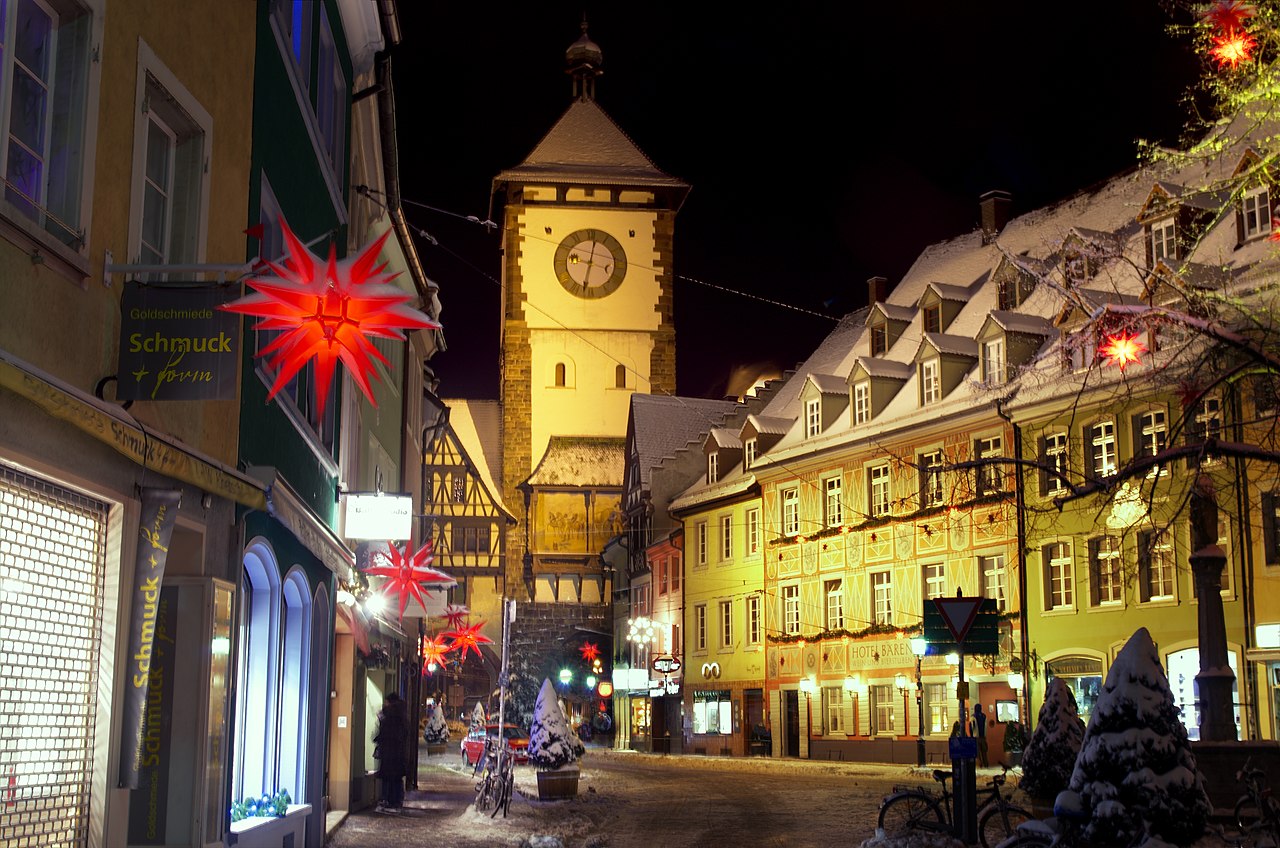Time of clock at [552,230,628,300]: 12:32
